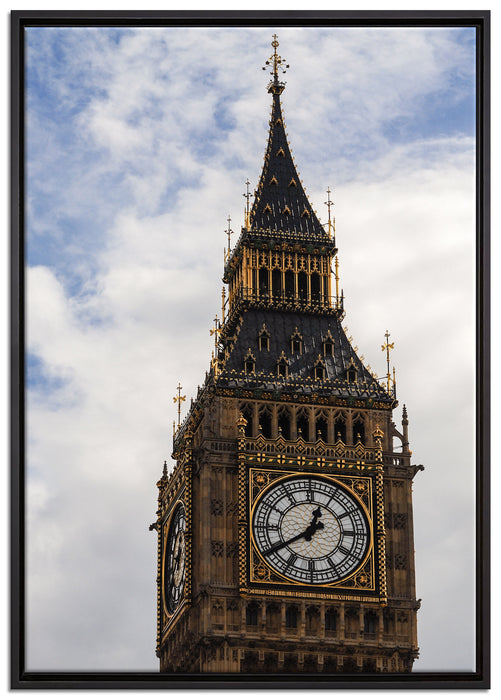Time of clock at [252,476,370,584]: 12:39
